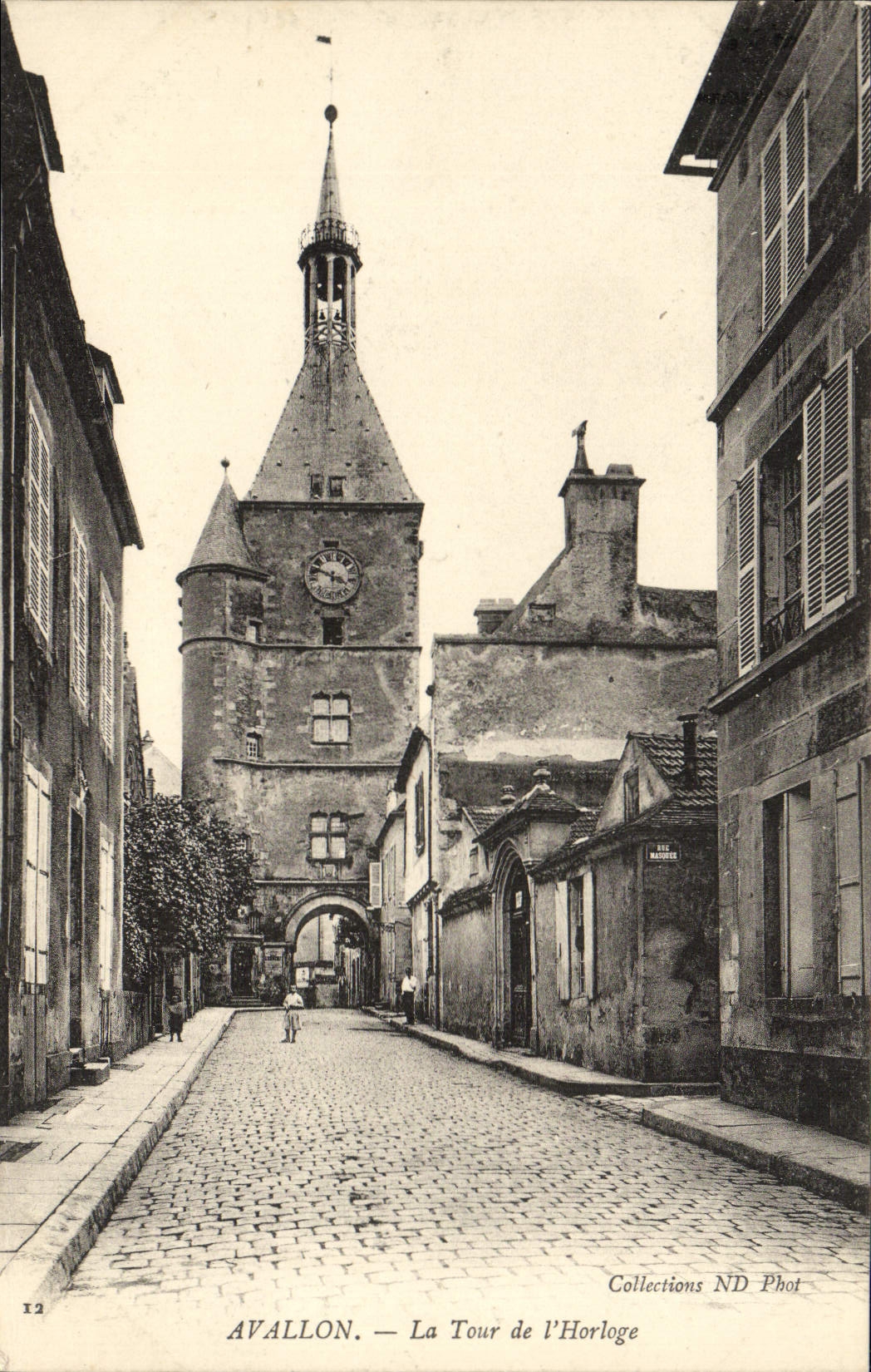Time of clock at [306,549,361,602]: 3:48
